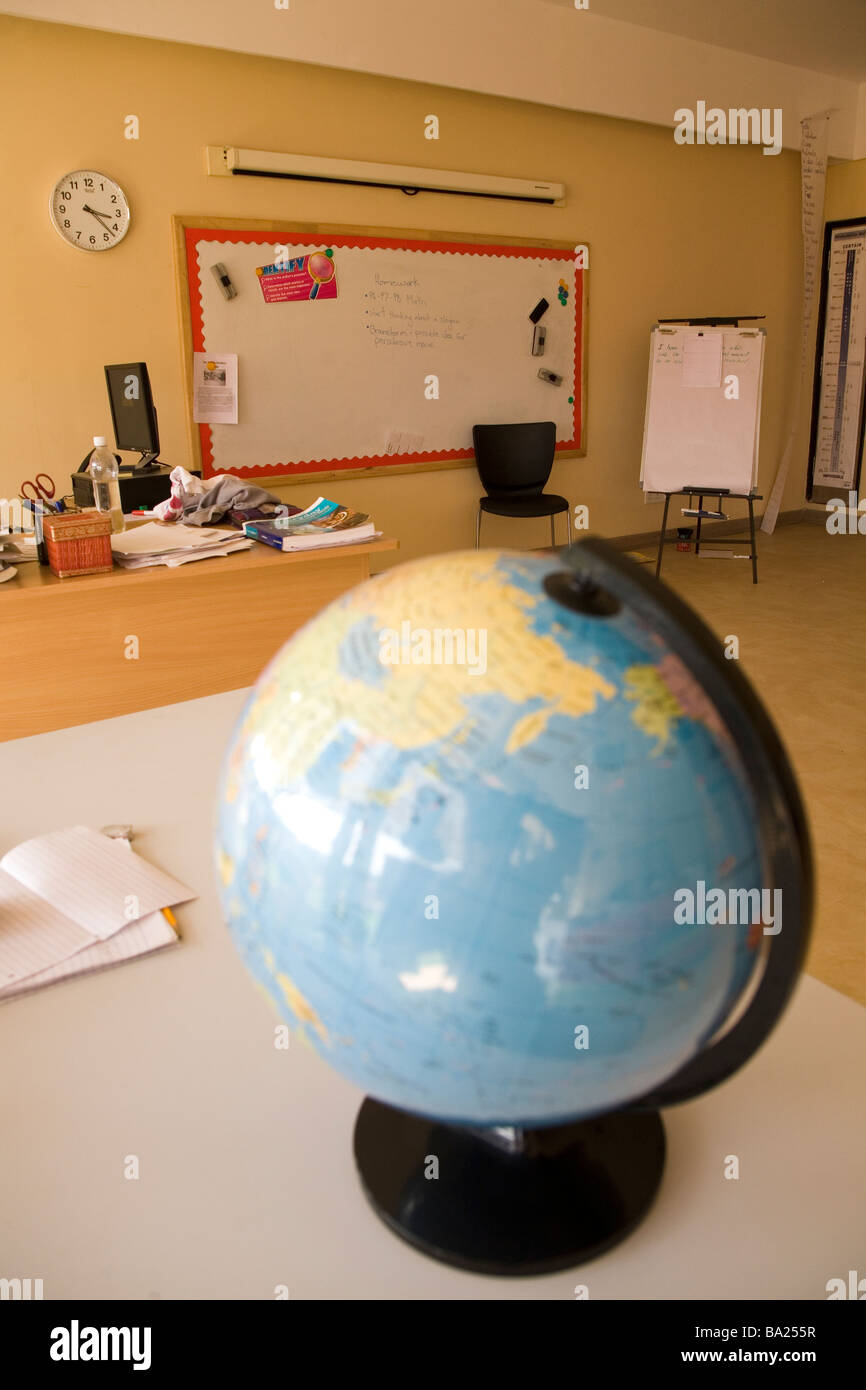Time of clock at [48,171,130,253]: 3:22
